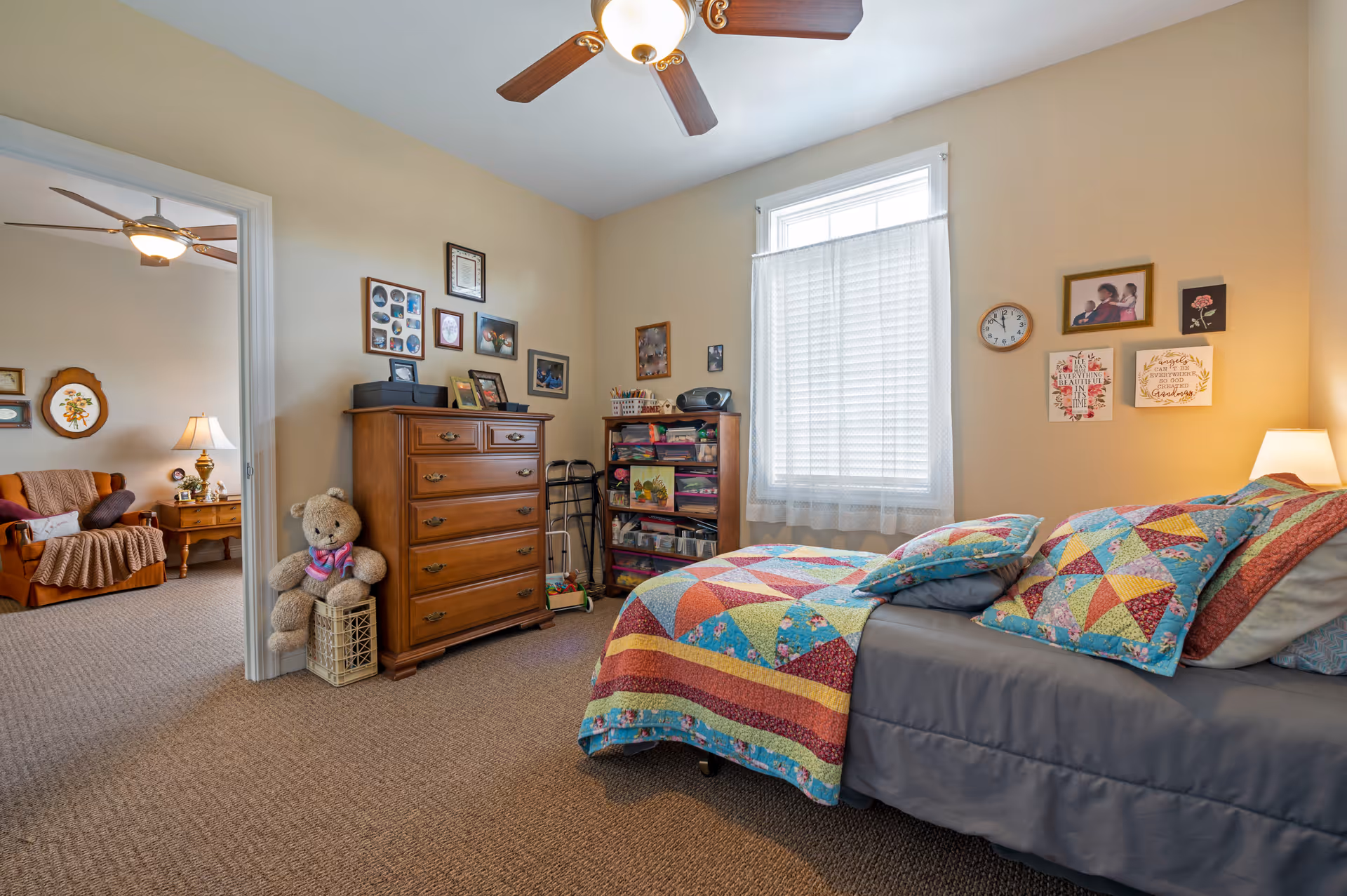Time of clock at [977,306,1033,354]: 11:52
